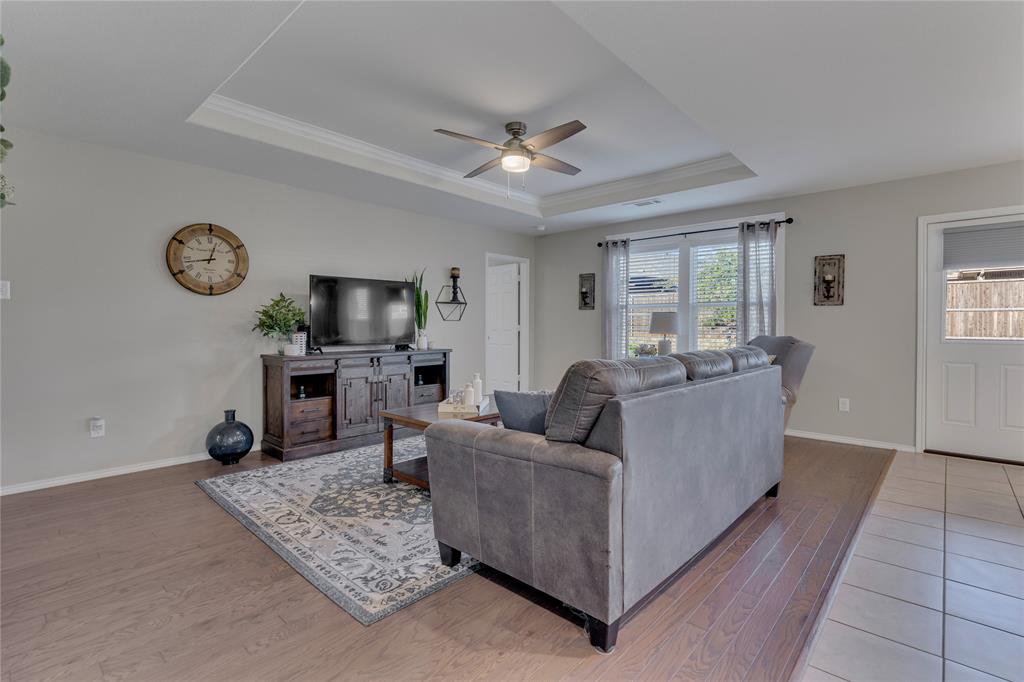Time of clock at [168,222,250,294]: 12:42
